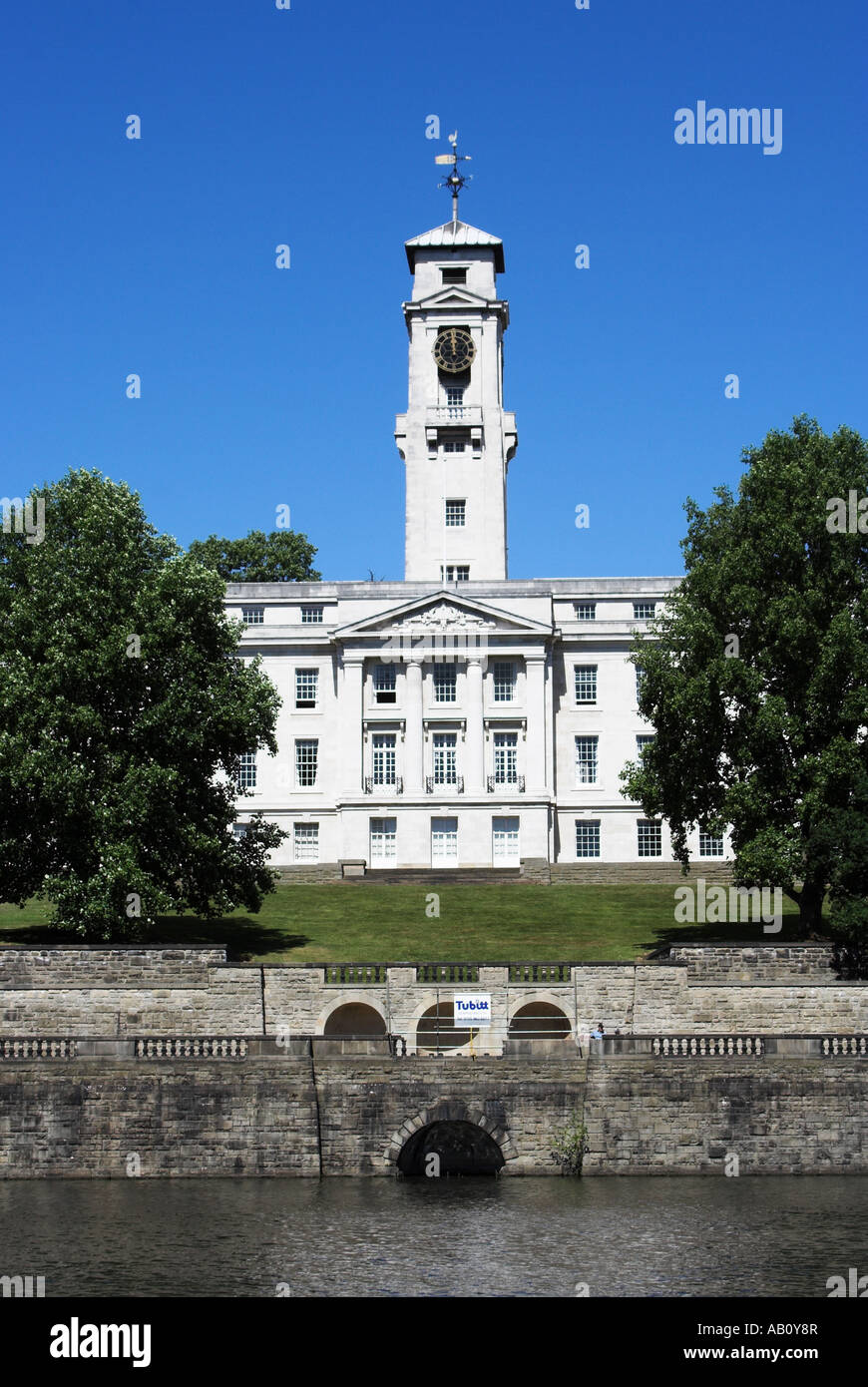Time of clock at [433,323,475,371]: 11:59
